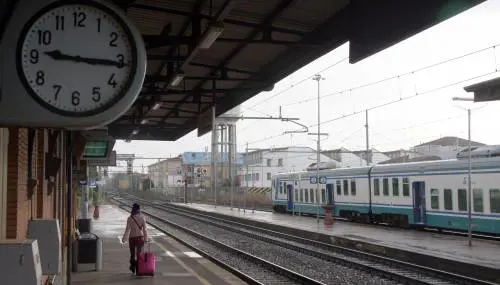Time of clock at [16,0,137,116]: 9:15
